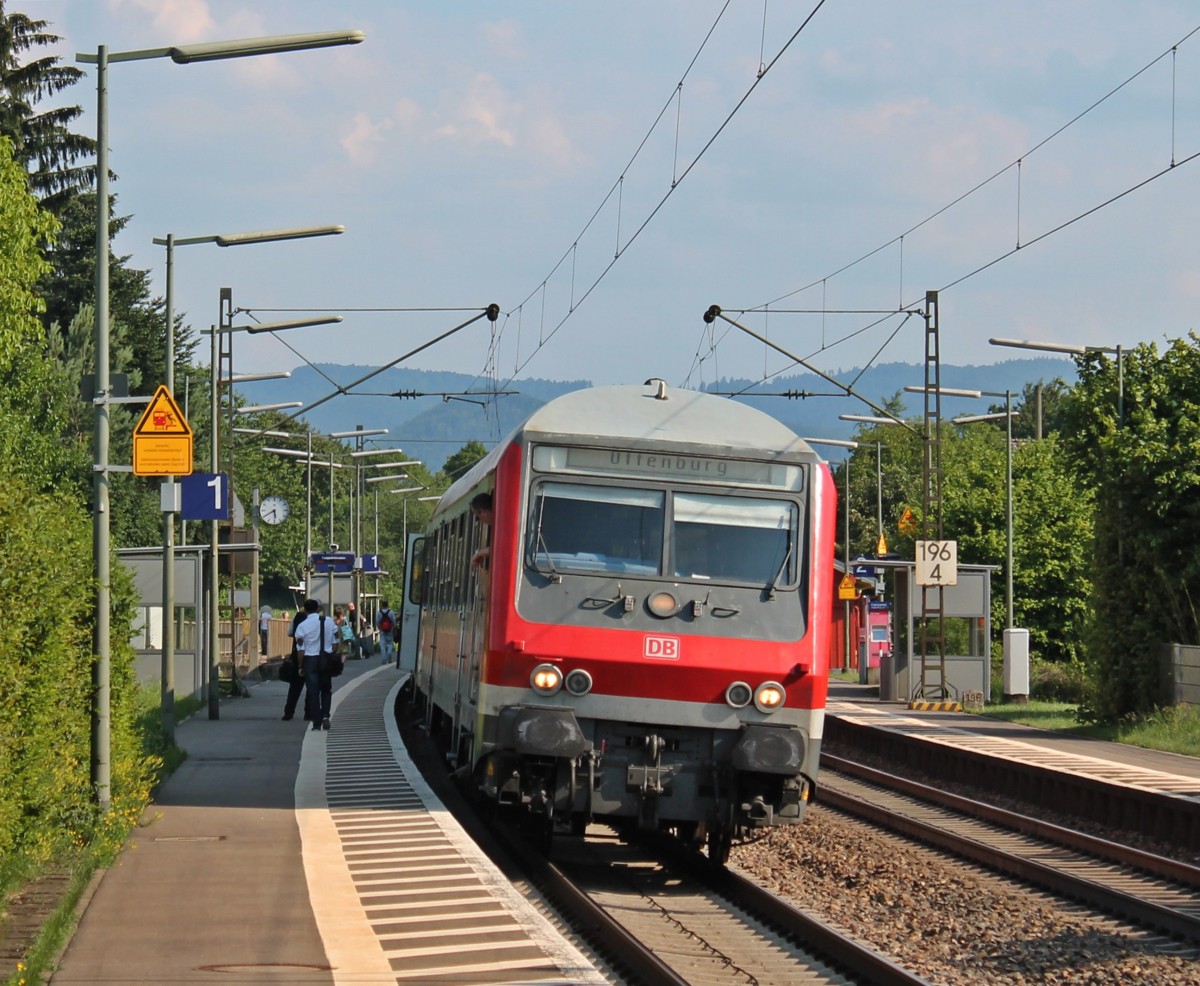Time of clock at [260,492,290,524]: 5:40
